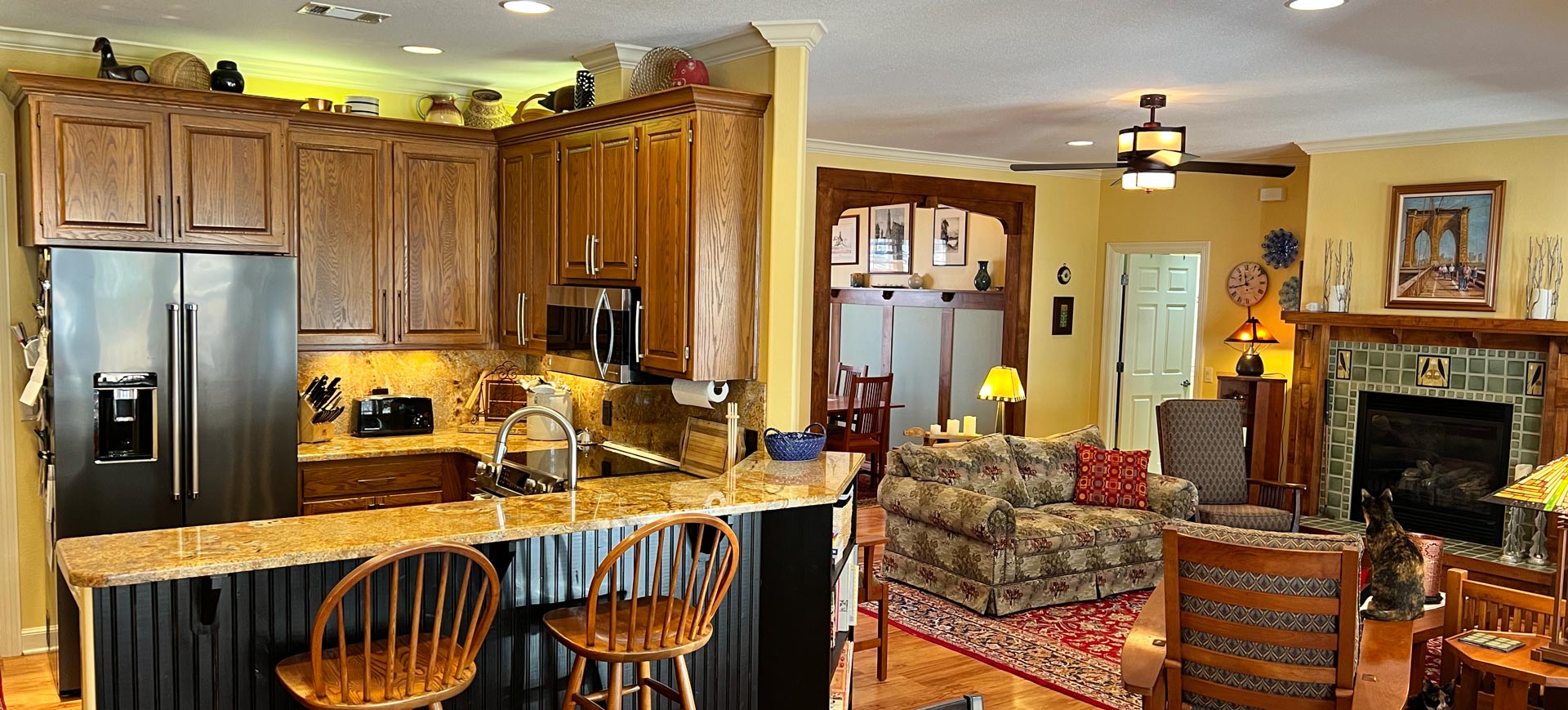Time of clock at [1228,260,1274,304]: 11:43
